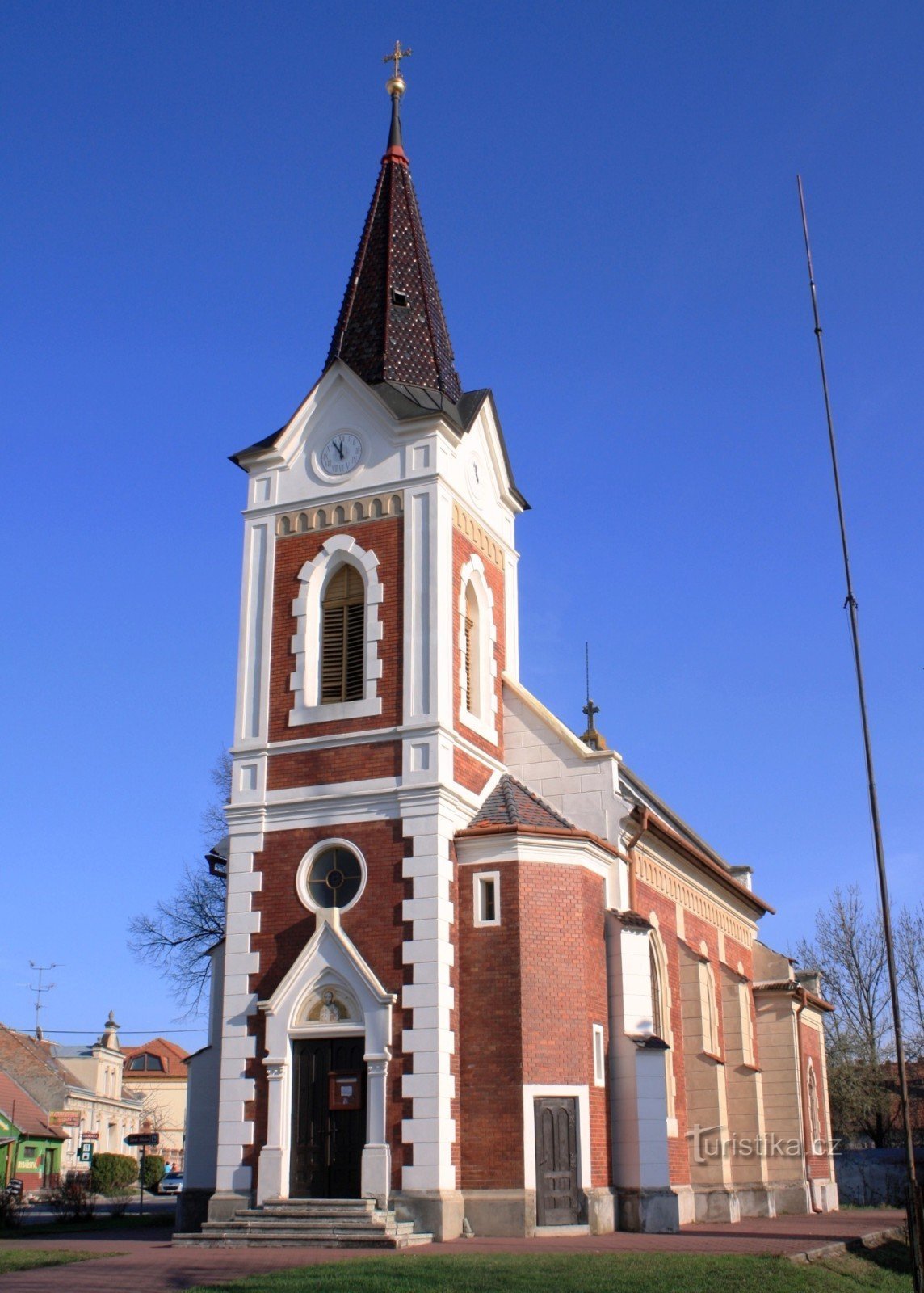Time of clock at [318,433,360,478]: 11:54
